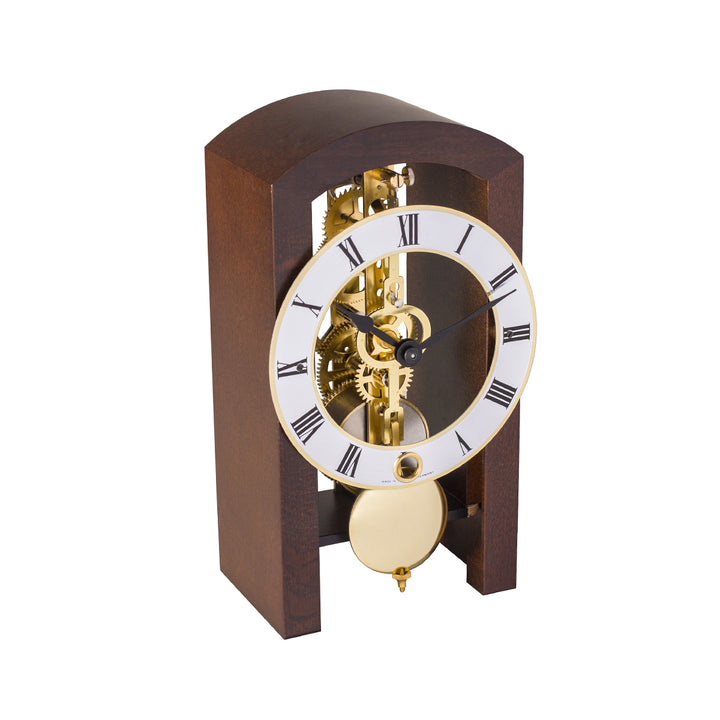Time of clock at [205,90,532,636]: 11:49
